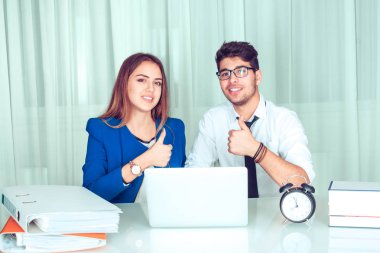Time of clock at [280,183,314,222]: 7:57
